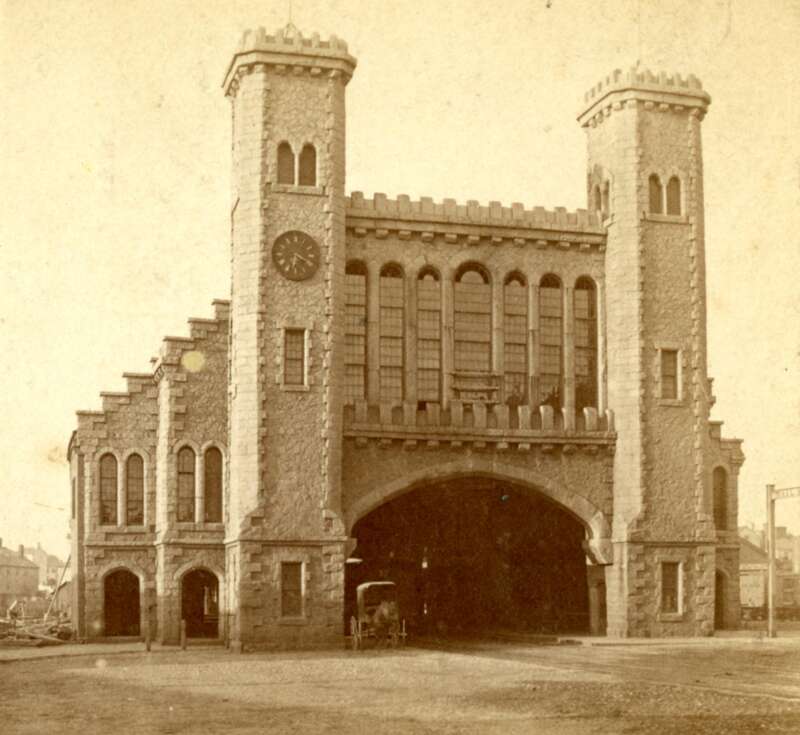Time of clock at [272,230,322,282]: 6:20
